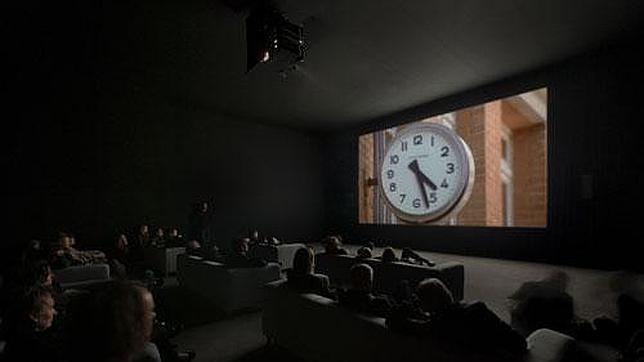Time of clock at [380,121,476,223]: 4:27
